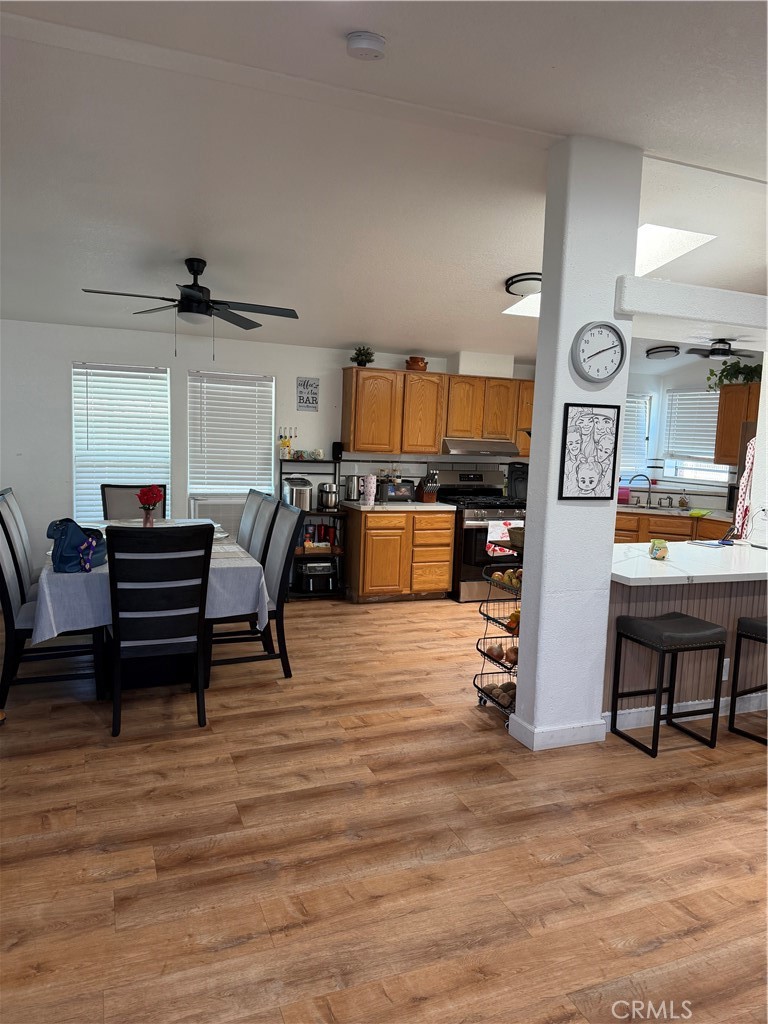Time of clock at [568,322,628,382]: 8:11
